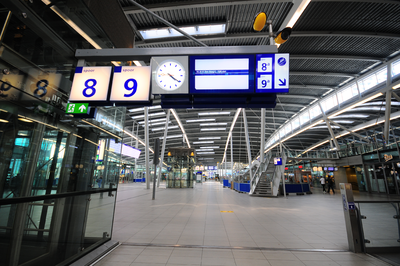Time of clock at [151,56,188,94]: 4:20
